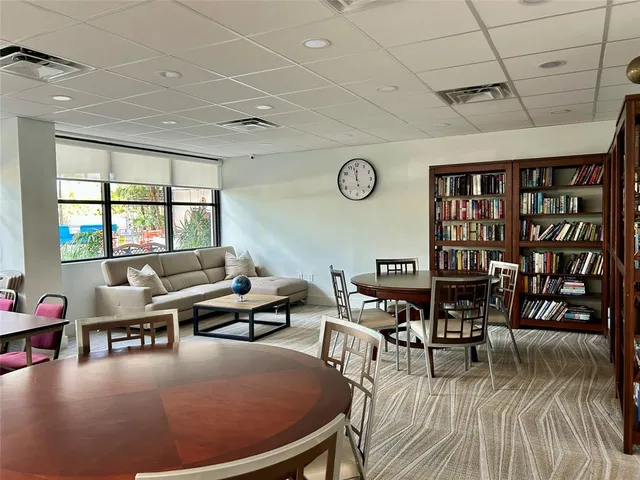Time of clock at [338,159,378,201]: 11:57
